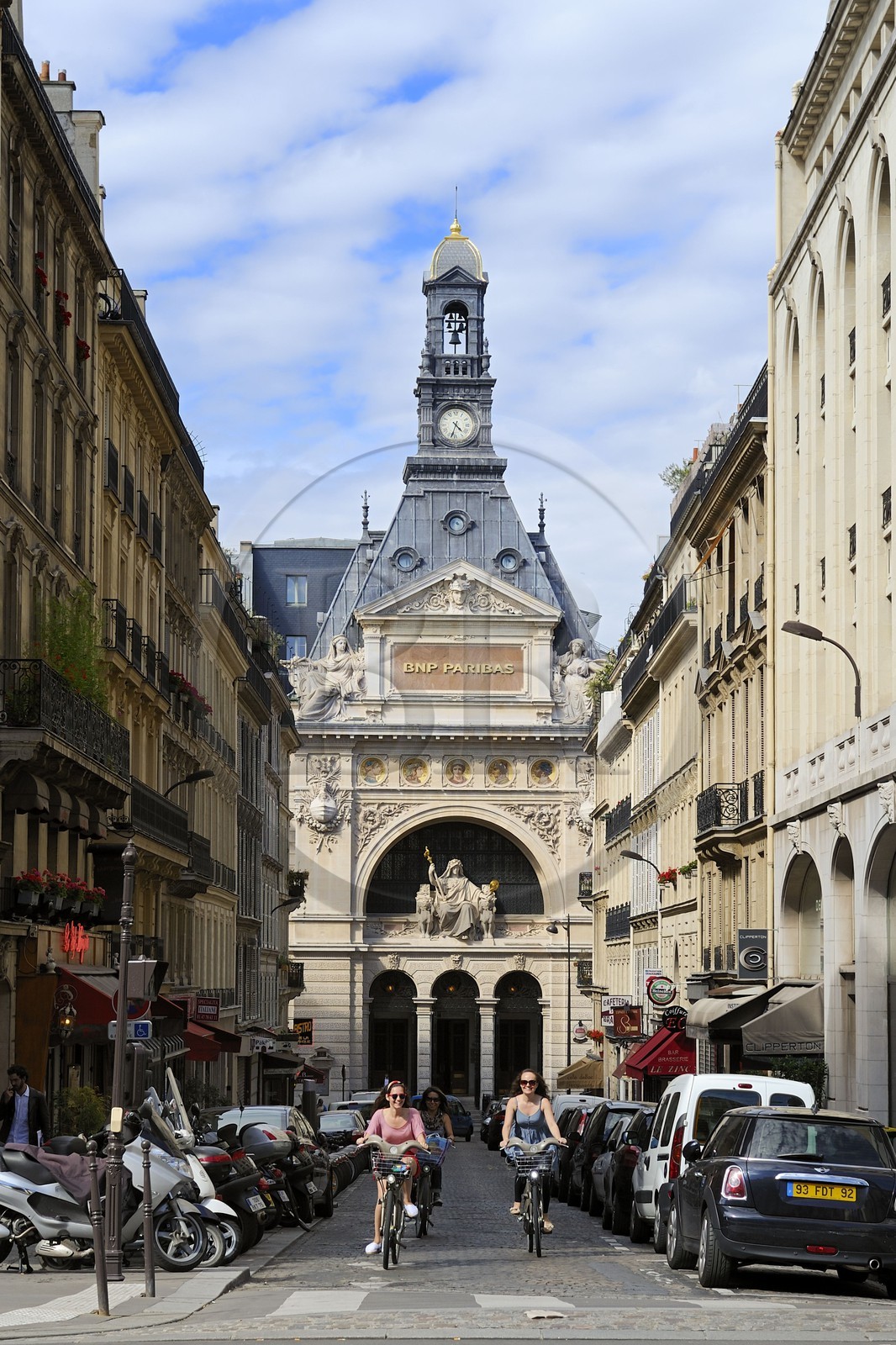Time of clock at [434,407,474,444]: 4:33
